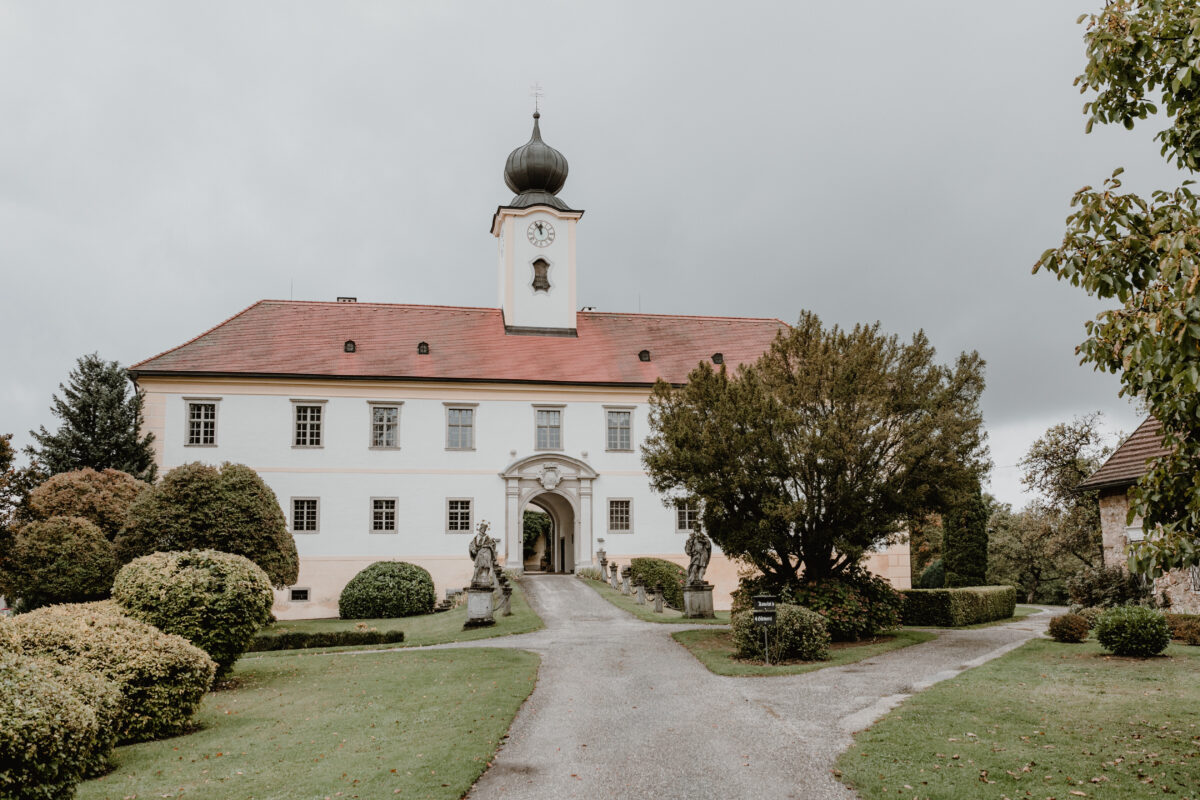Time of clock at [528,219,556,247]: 11:55
